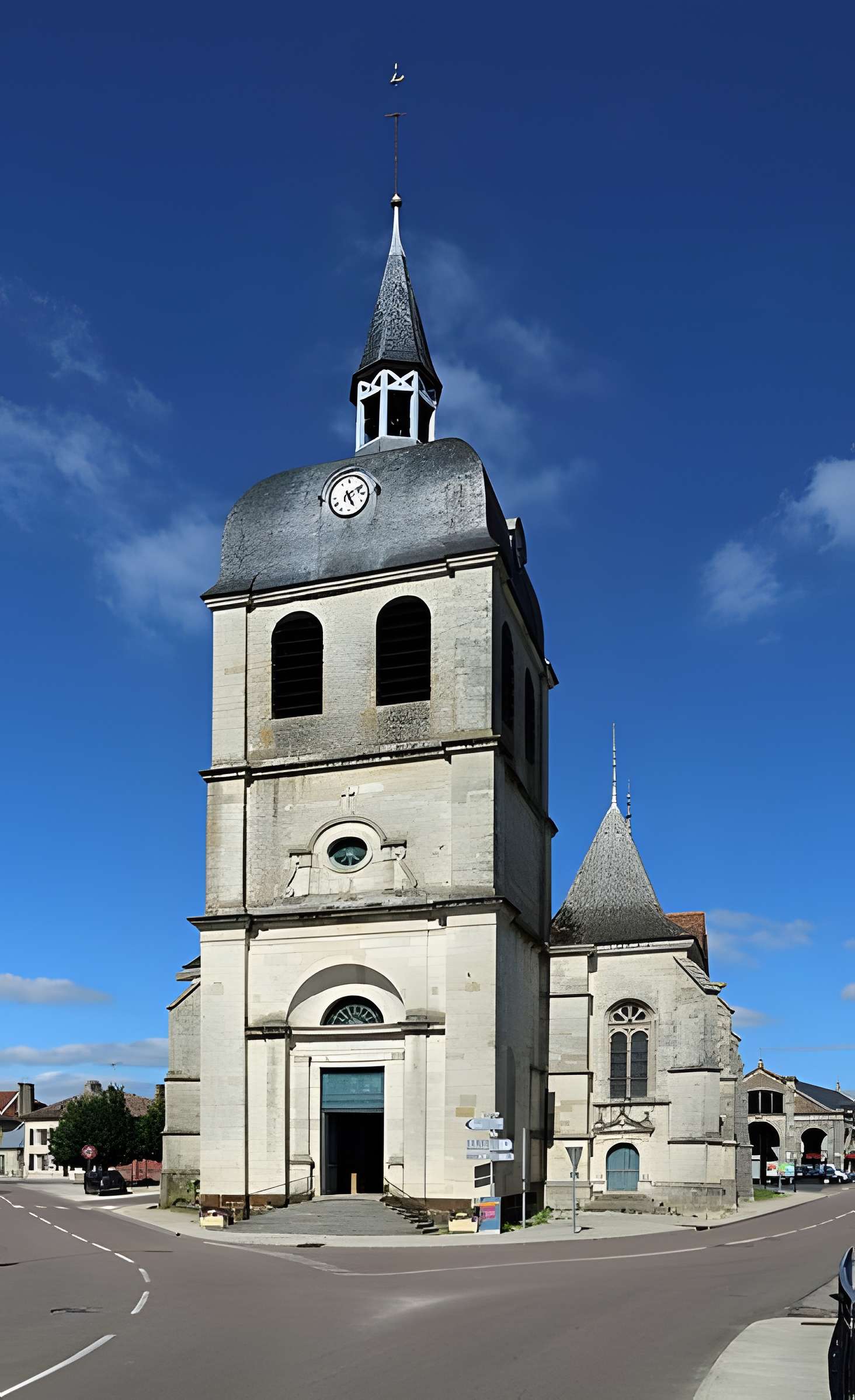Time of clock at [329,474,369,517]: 5:09
